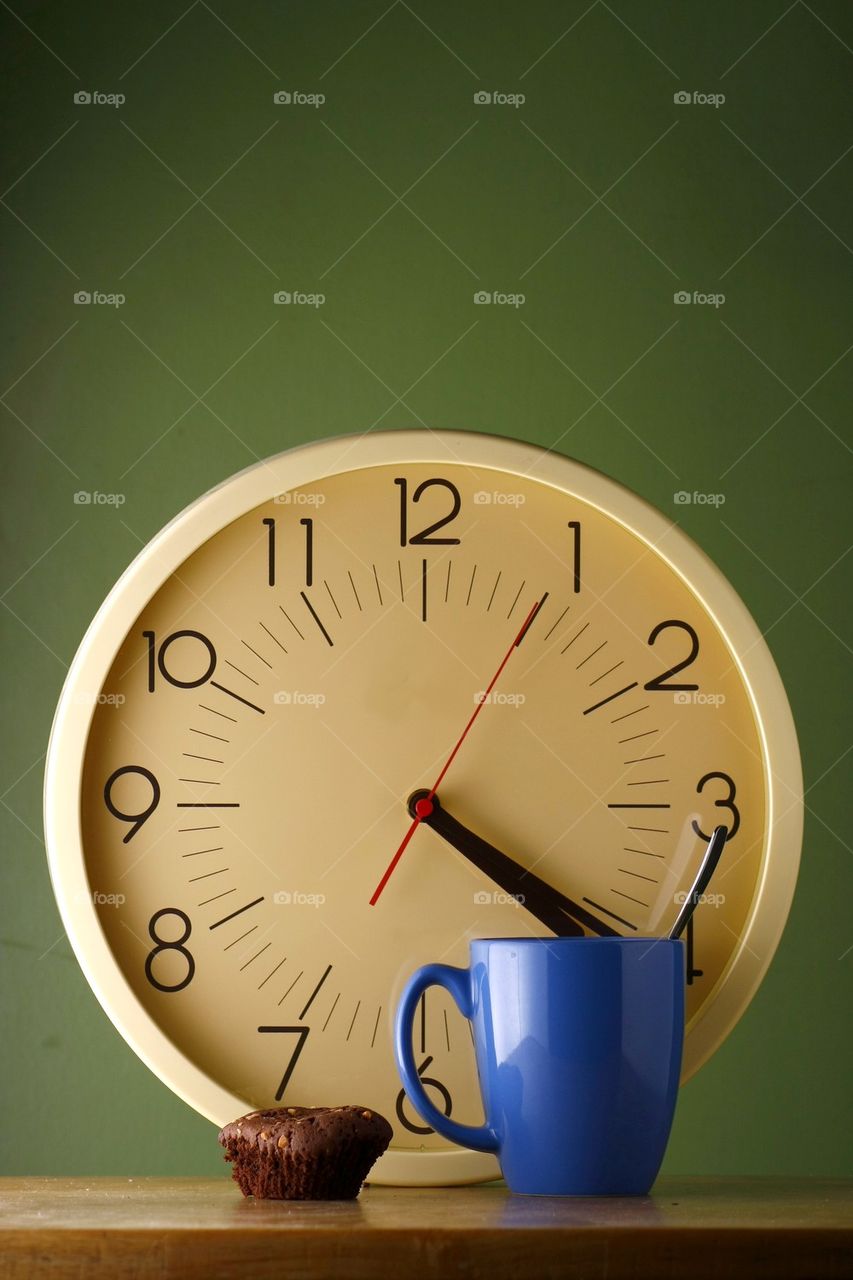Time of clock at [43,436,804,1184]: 4:20
